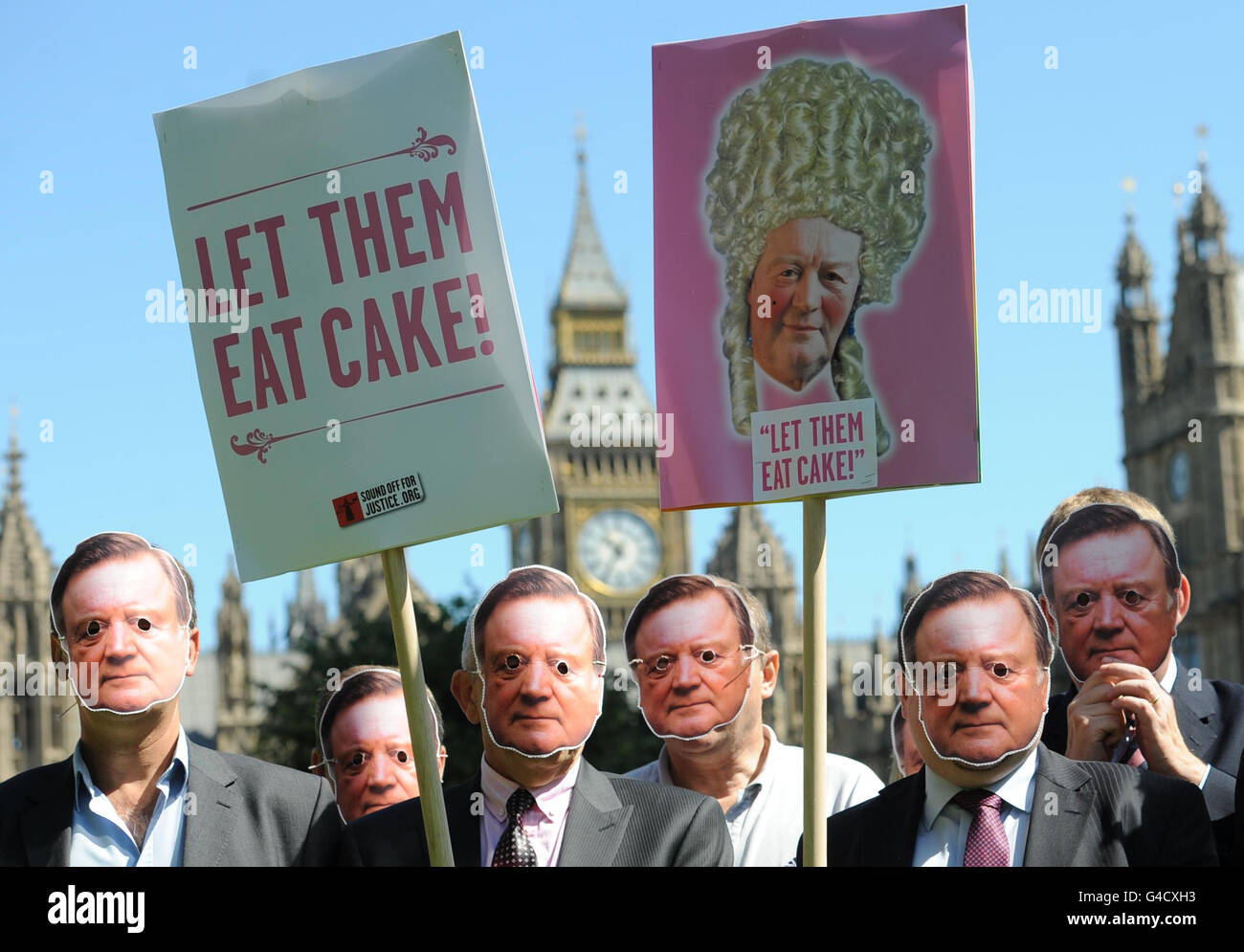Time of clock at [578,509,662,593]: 10:35
